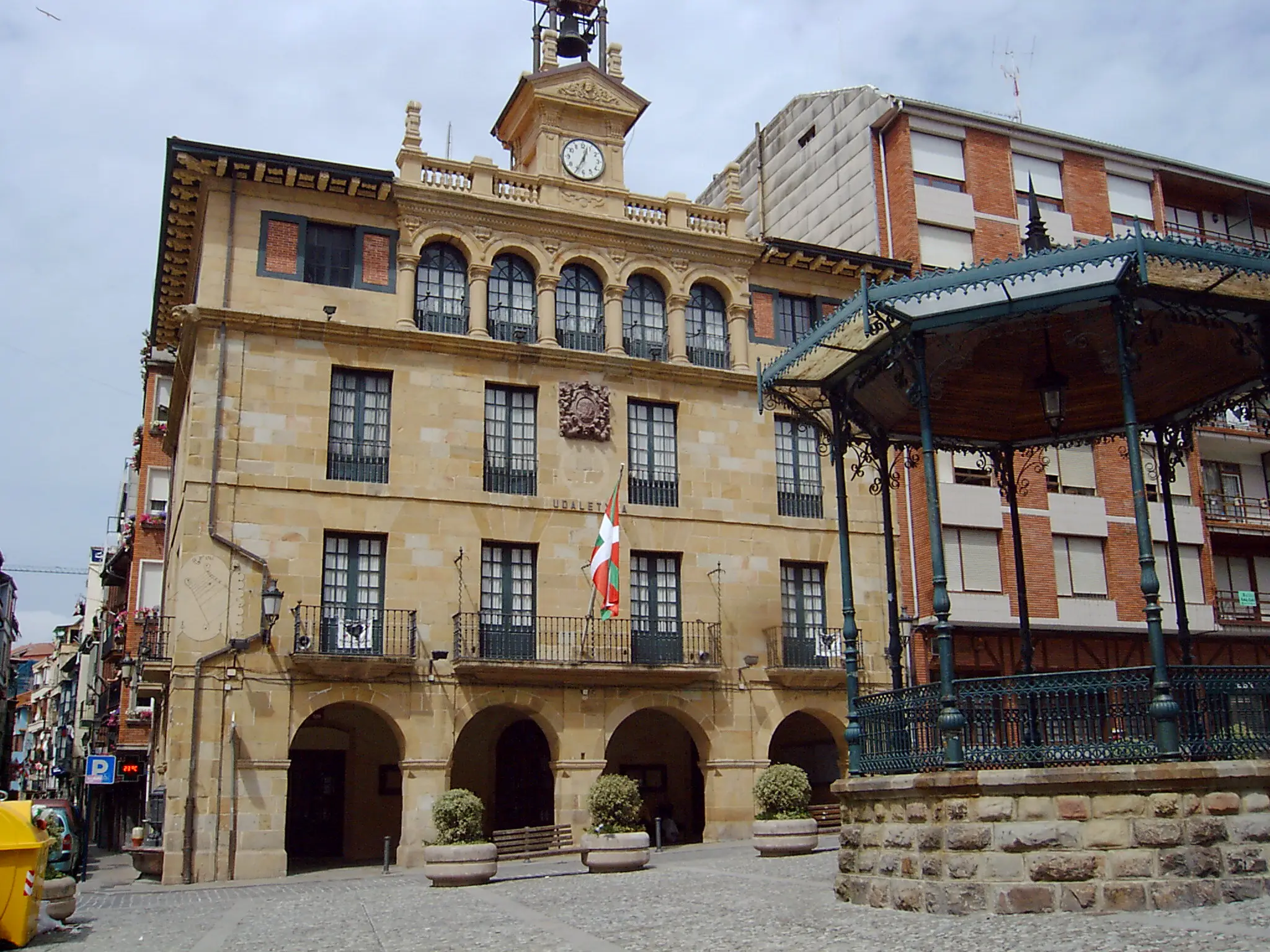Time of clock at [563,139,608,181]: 12:34
